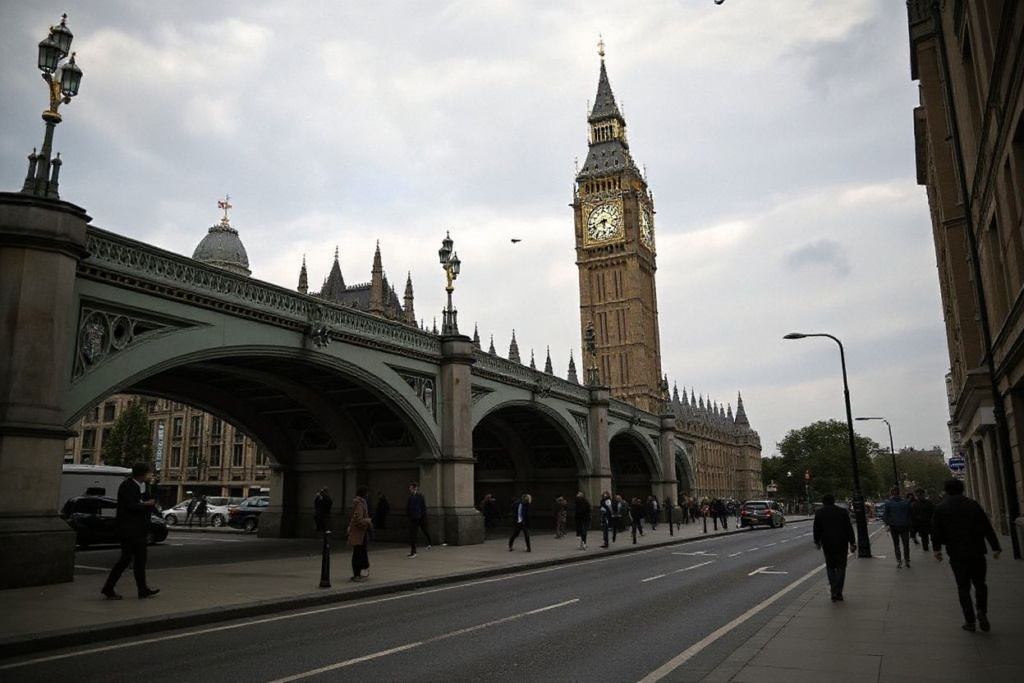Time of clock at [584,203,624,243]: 5:42
